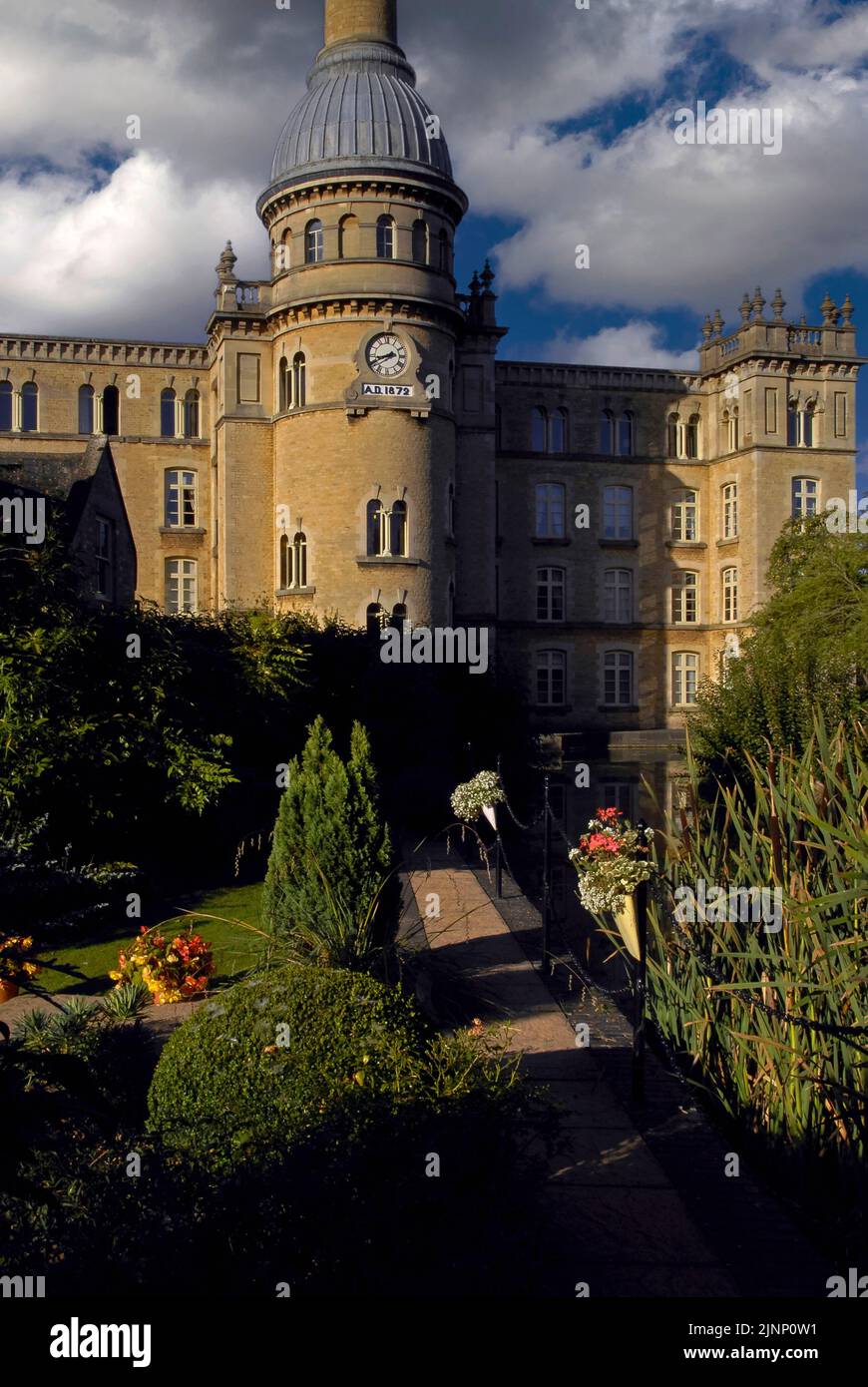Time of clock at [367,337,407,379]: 8:40
